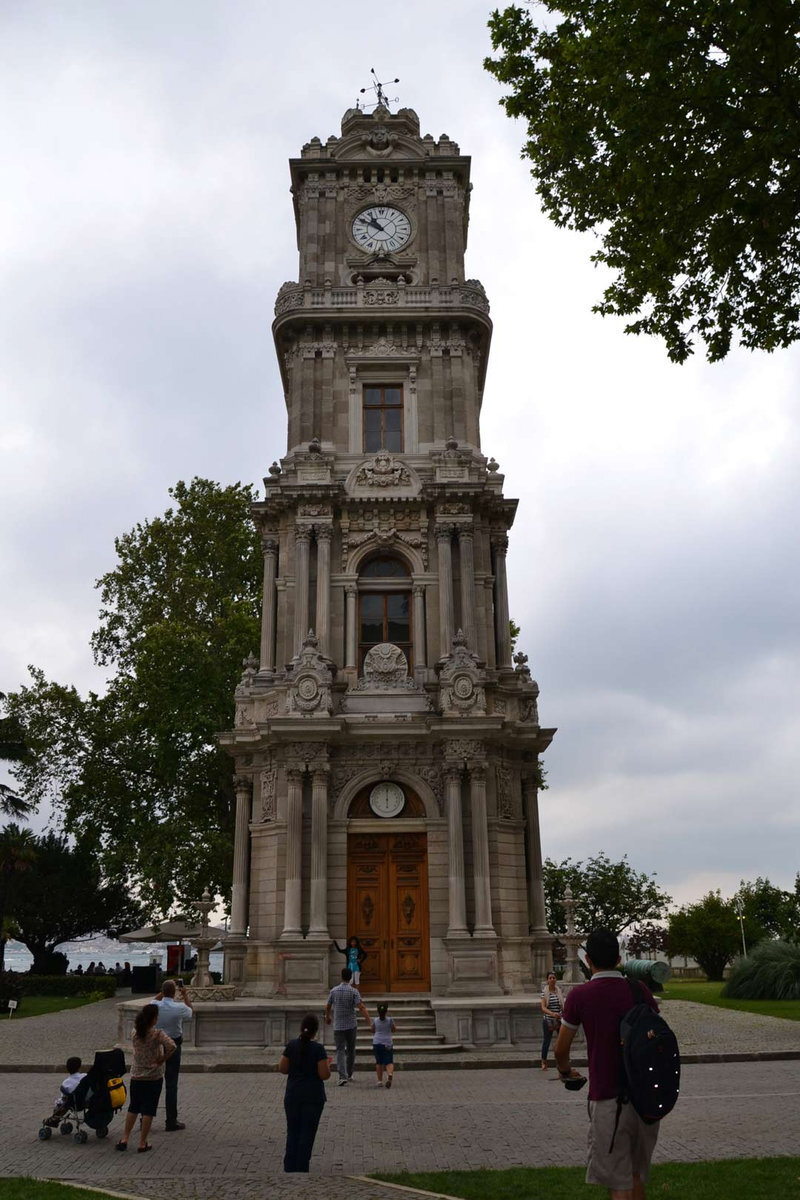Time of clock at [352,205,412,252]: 10:50
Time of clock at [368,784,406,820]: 6:00
